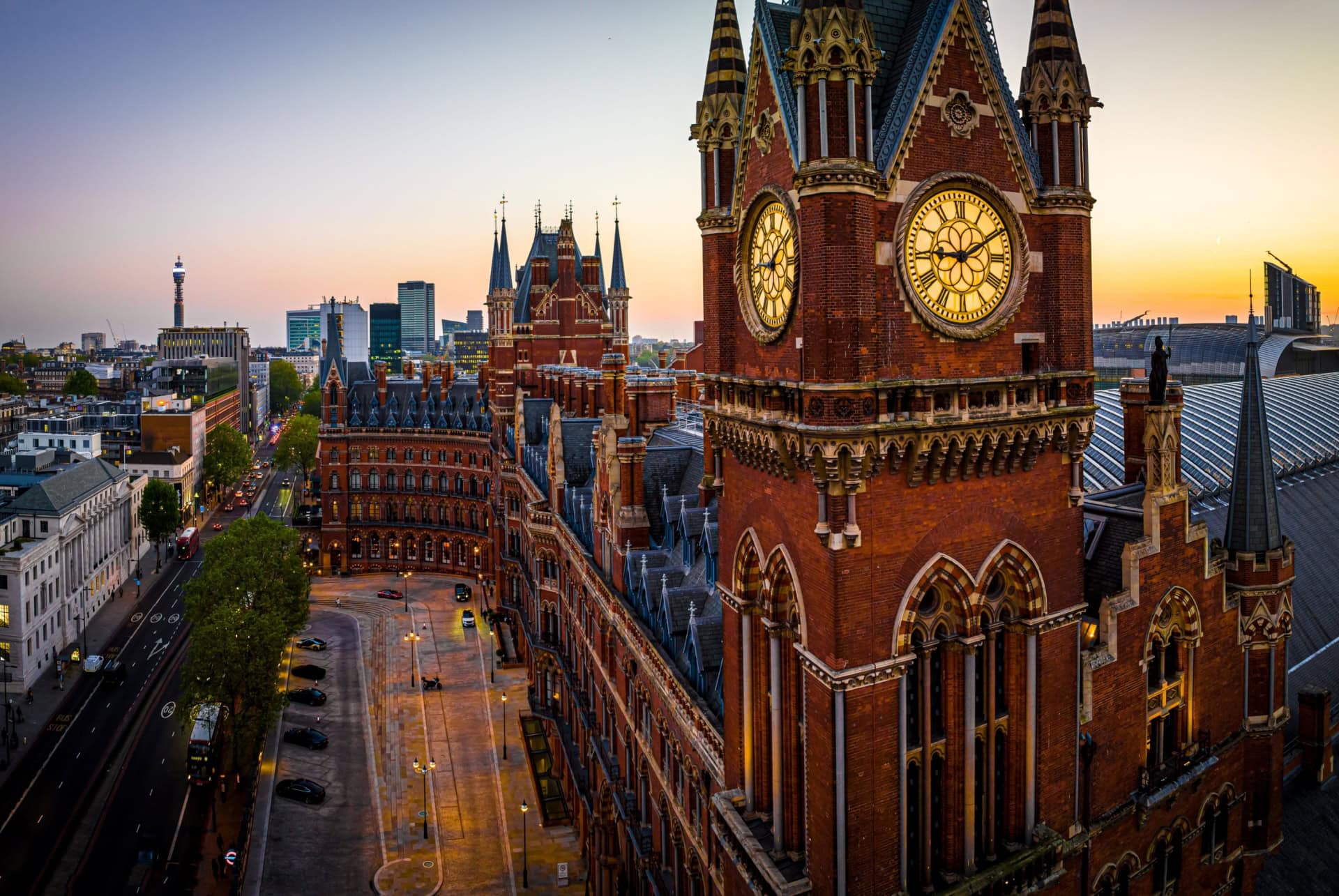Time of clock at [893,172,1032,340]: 9:10
